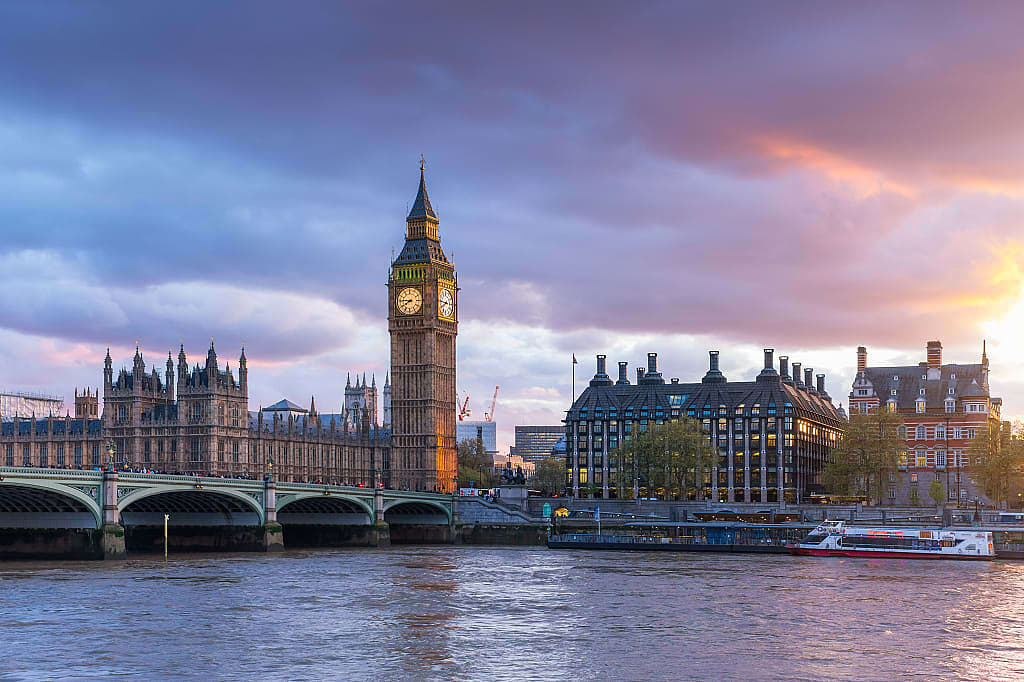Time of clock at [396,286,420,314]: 7:45
